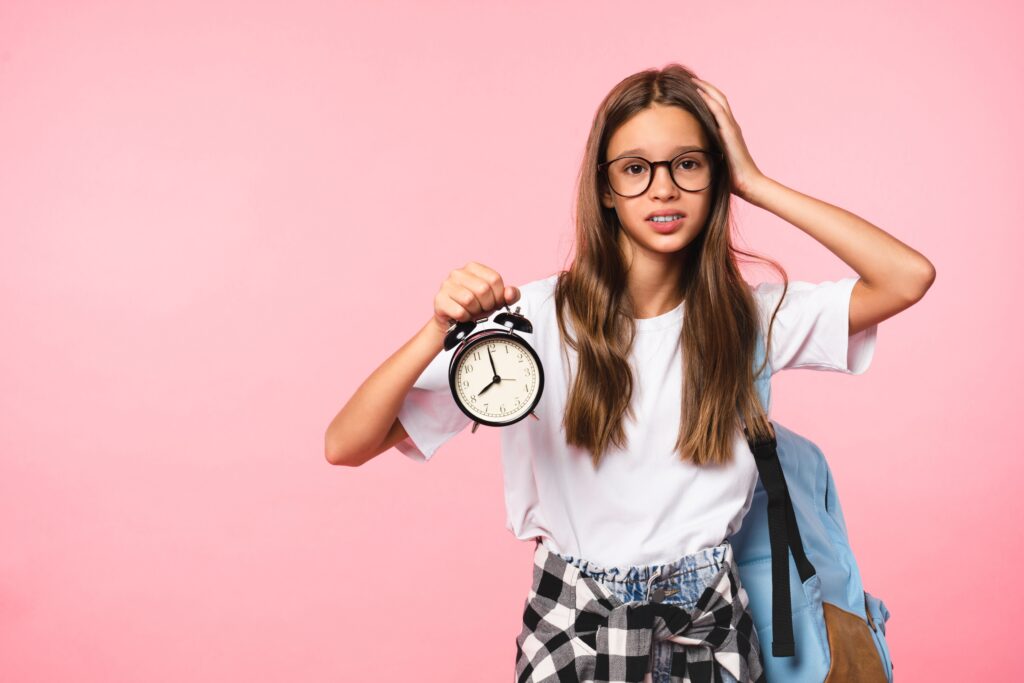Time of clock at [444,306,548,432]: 7:59
